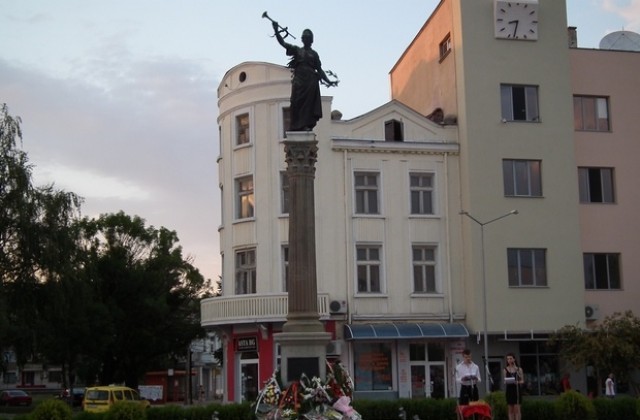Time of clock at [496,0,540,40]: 8:32
